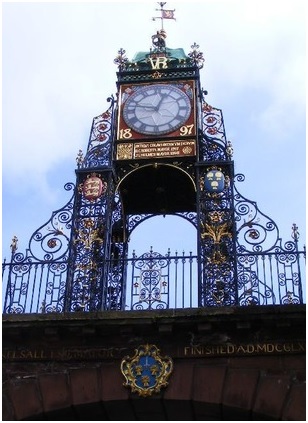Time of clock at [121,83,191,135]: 12:47
